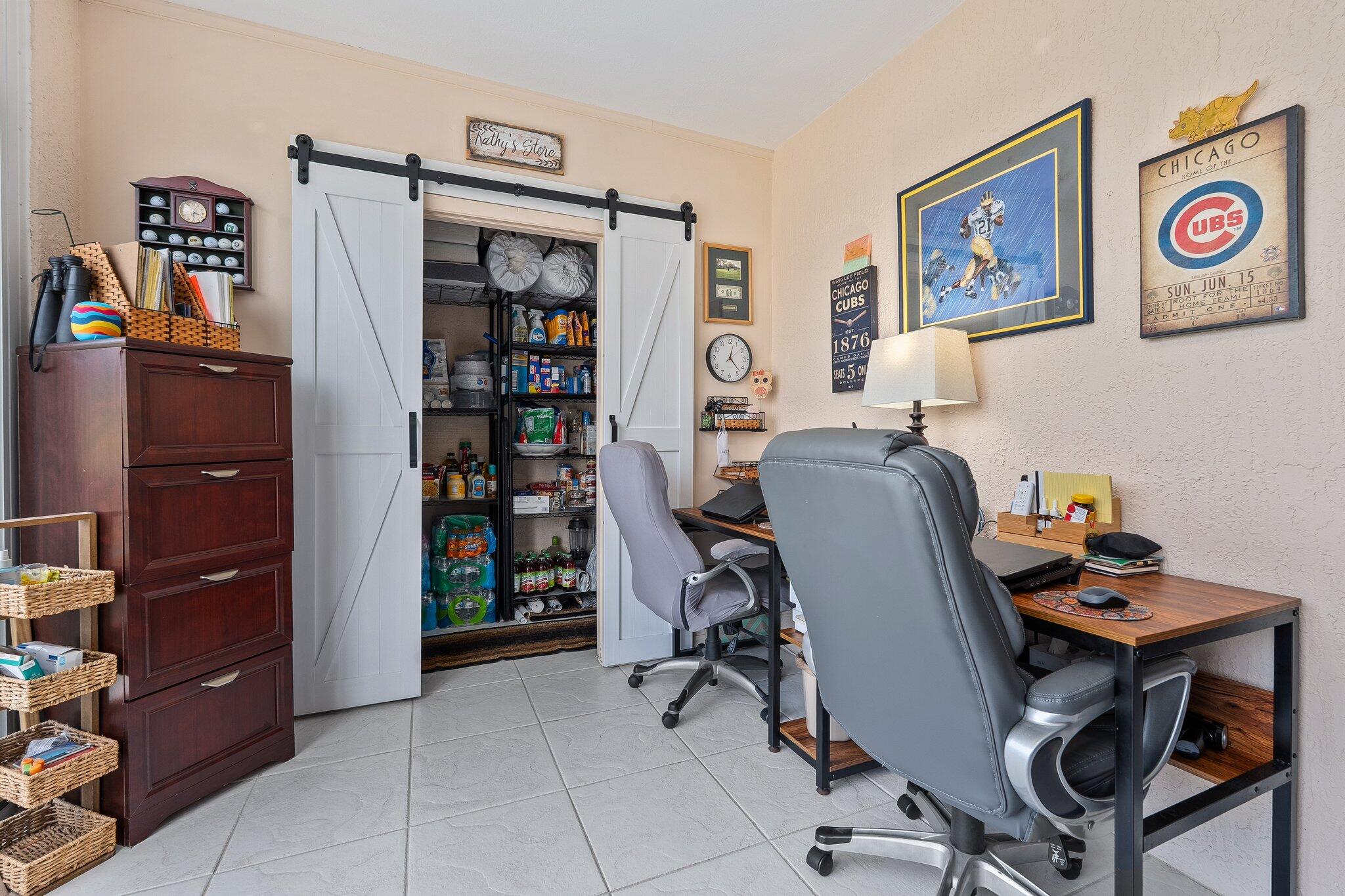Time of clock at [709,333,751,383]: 12:23
